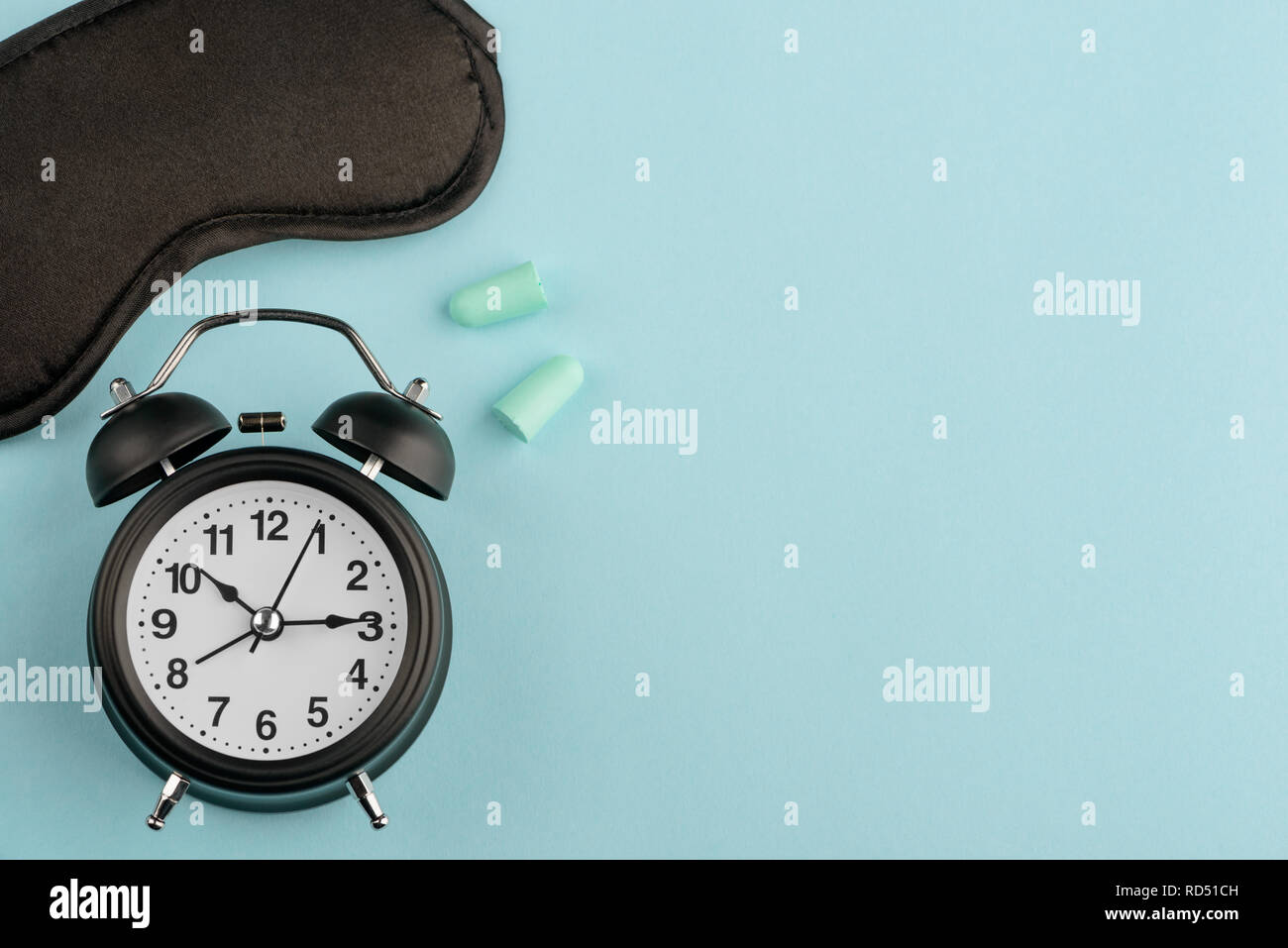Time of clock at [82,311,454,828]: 10:14
